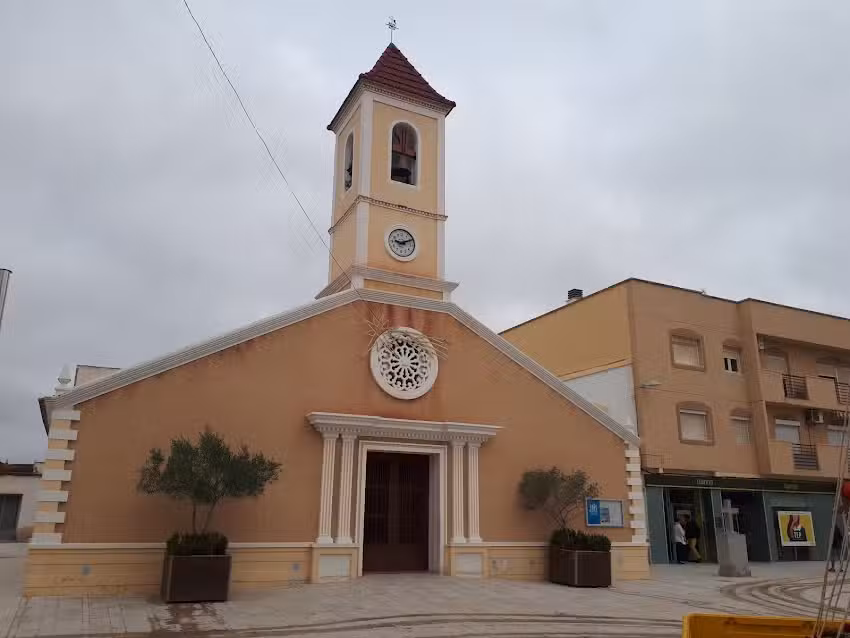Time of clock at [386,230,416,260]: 9:10
